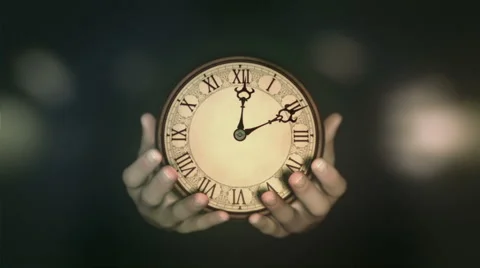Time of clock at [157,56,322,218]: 12:10
